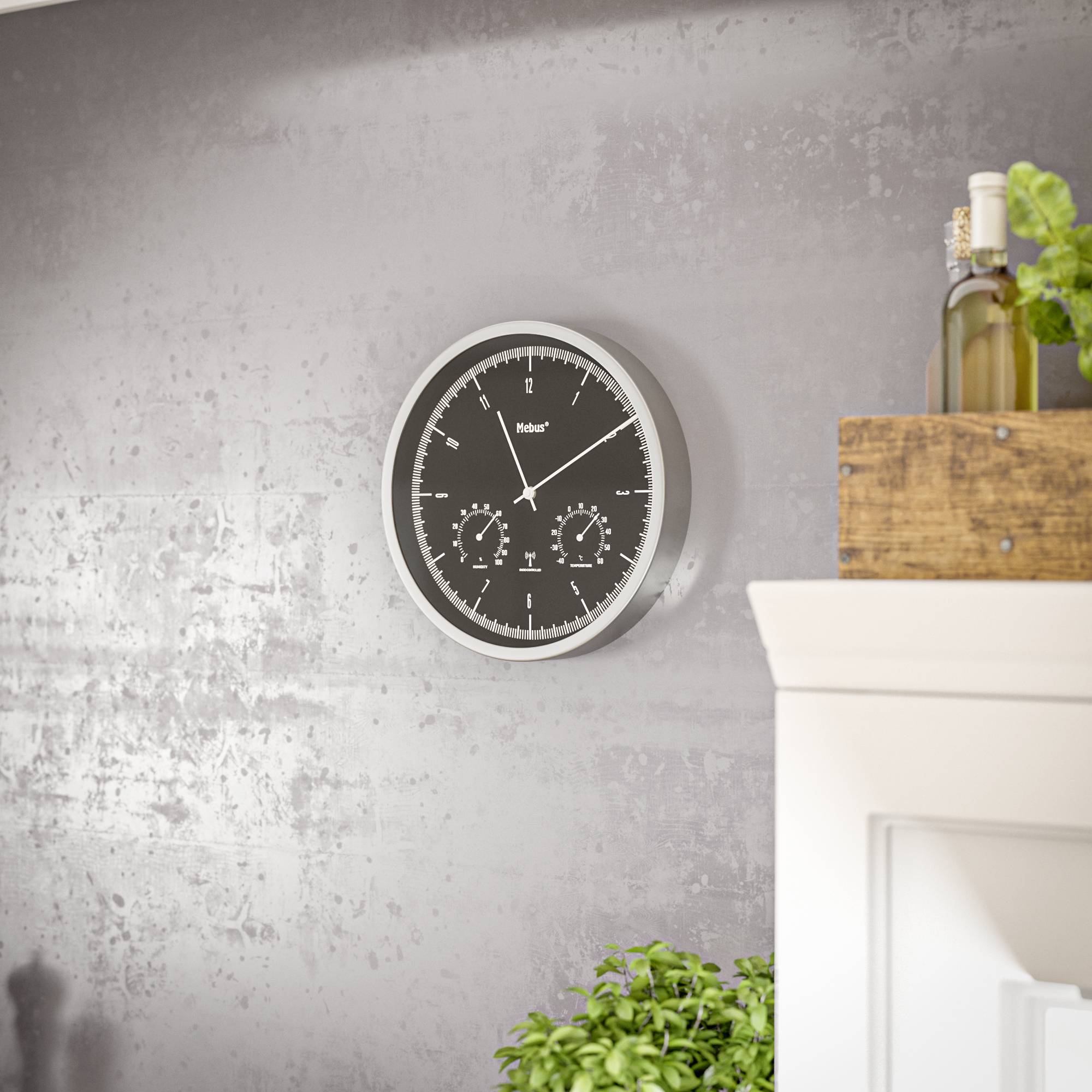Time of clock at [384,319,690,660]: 11:09
